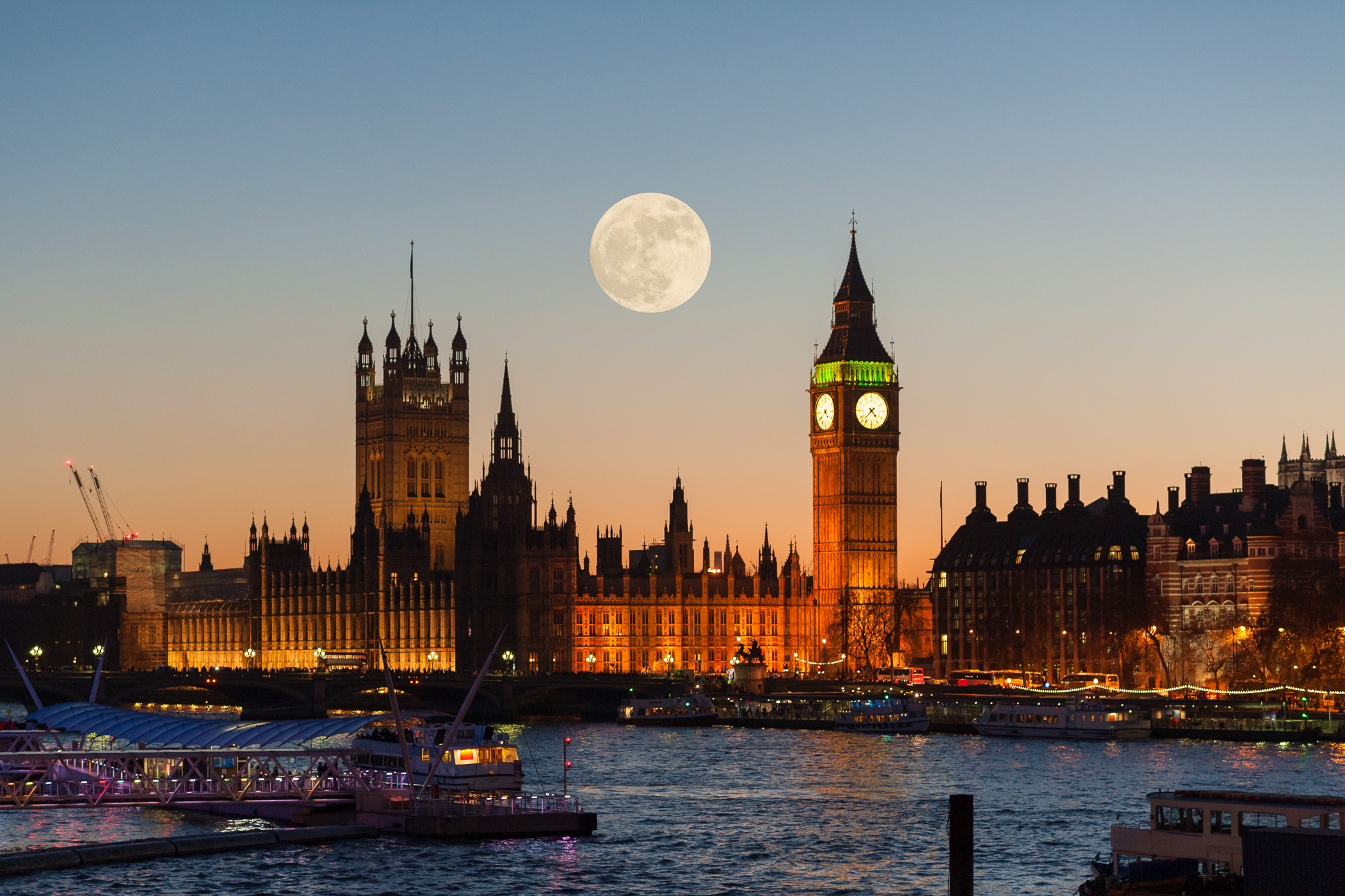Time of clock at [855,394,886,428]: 4:37
